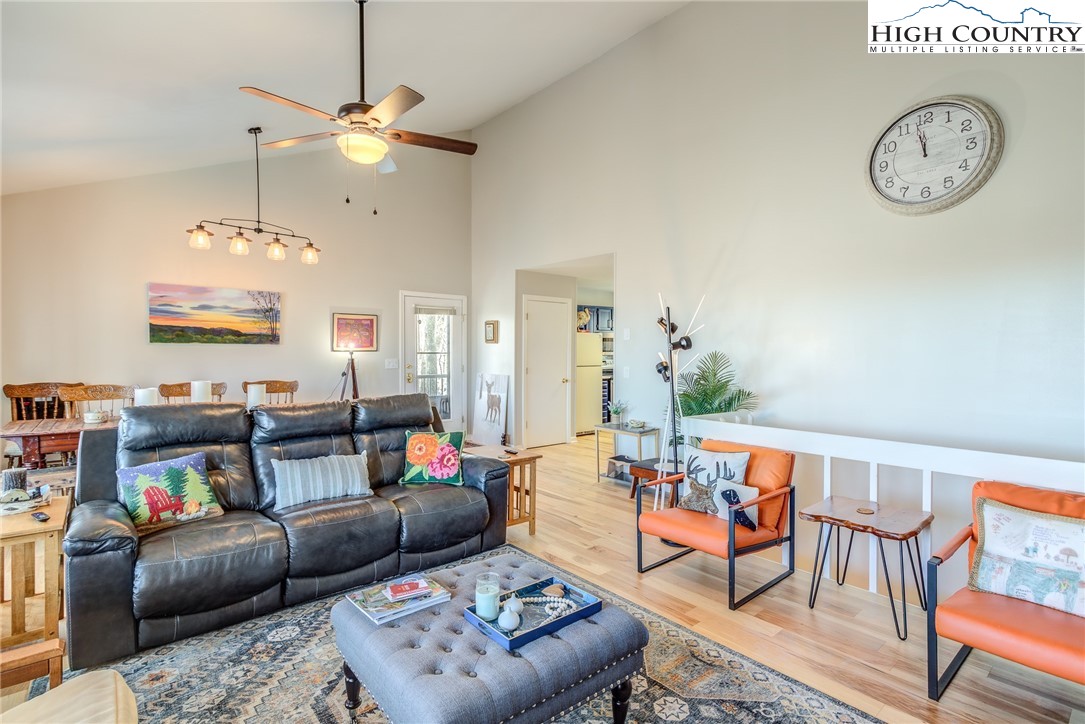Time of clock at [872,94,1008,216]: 11:57
